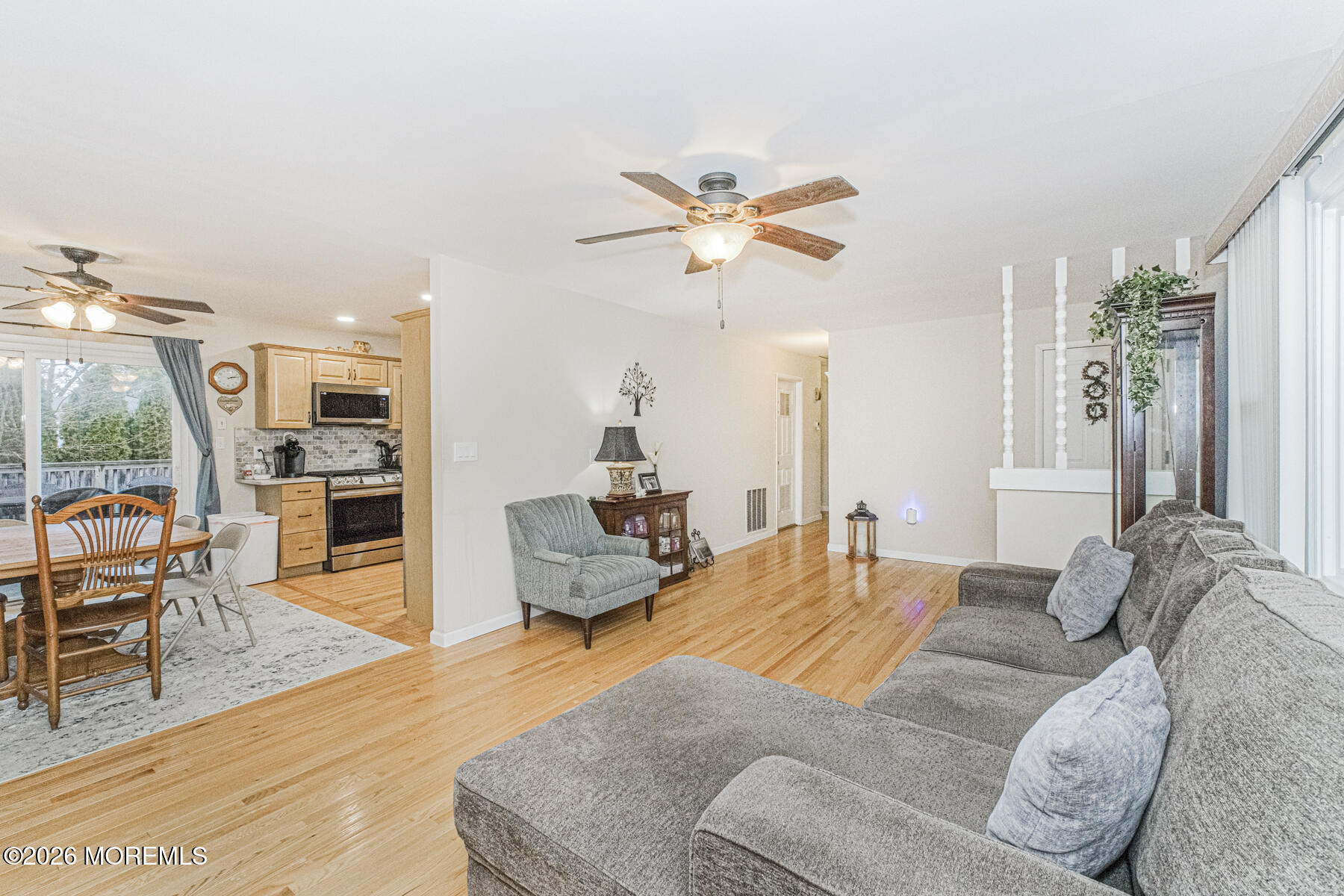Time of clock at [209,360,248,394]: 2:13
